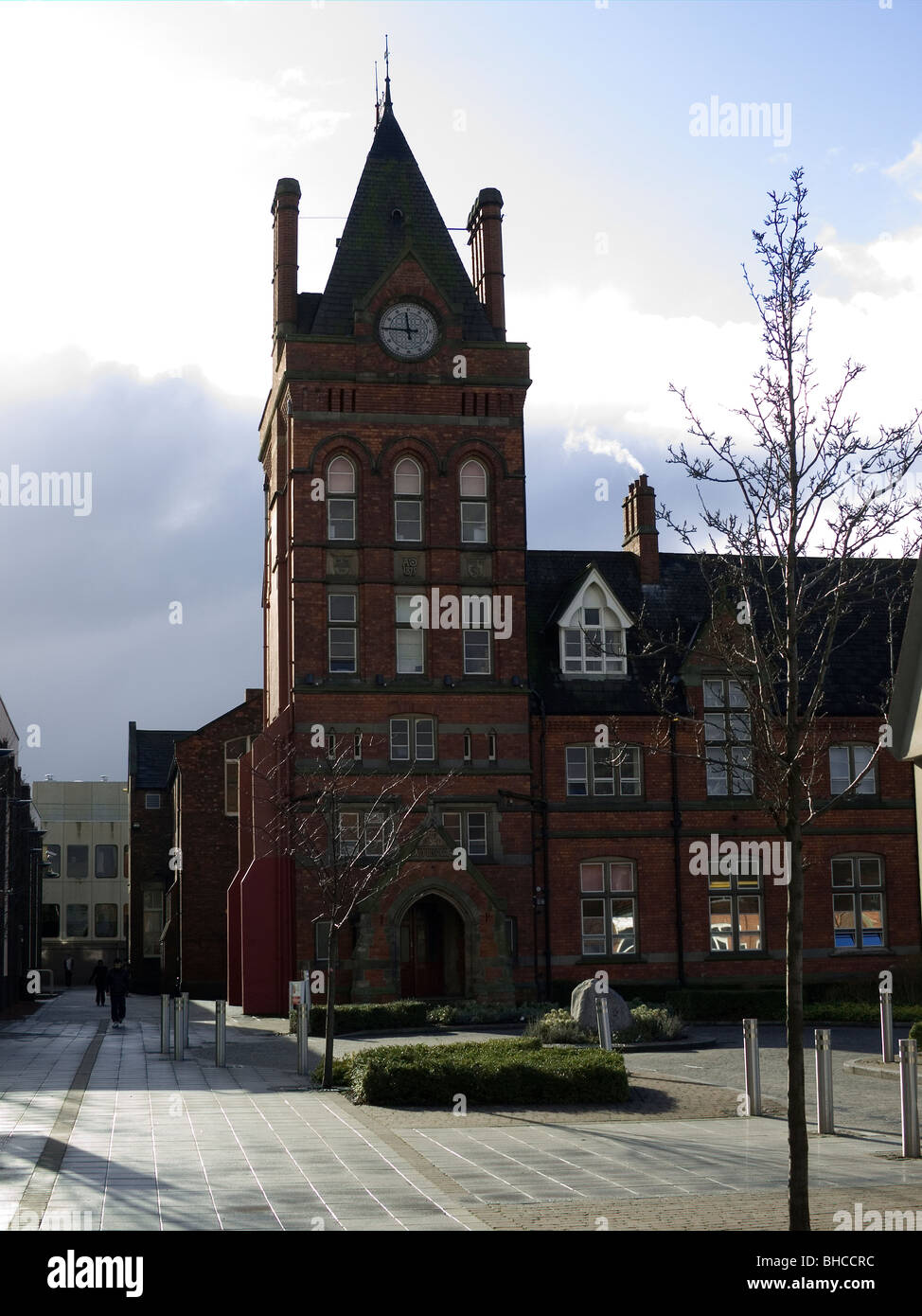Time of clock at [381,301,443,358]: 11:45
